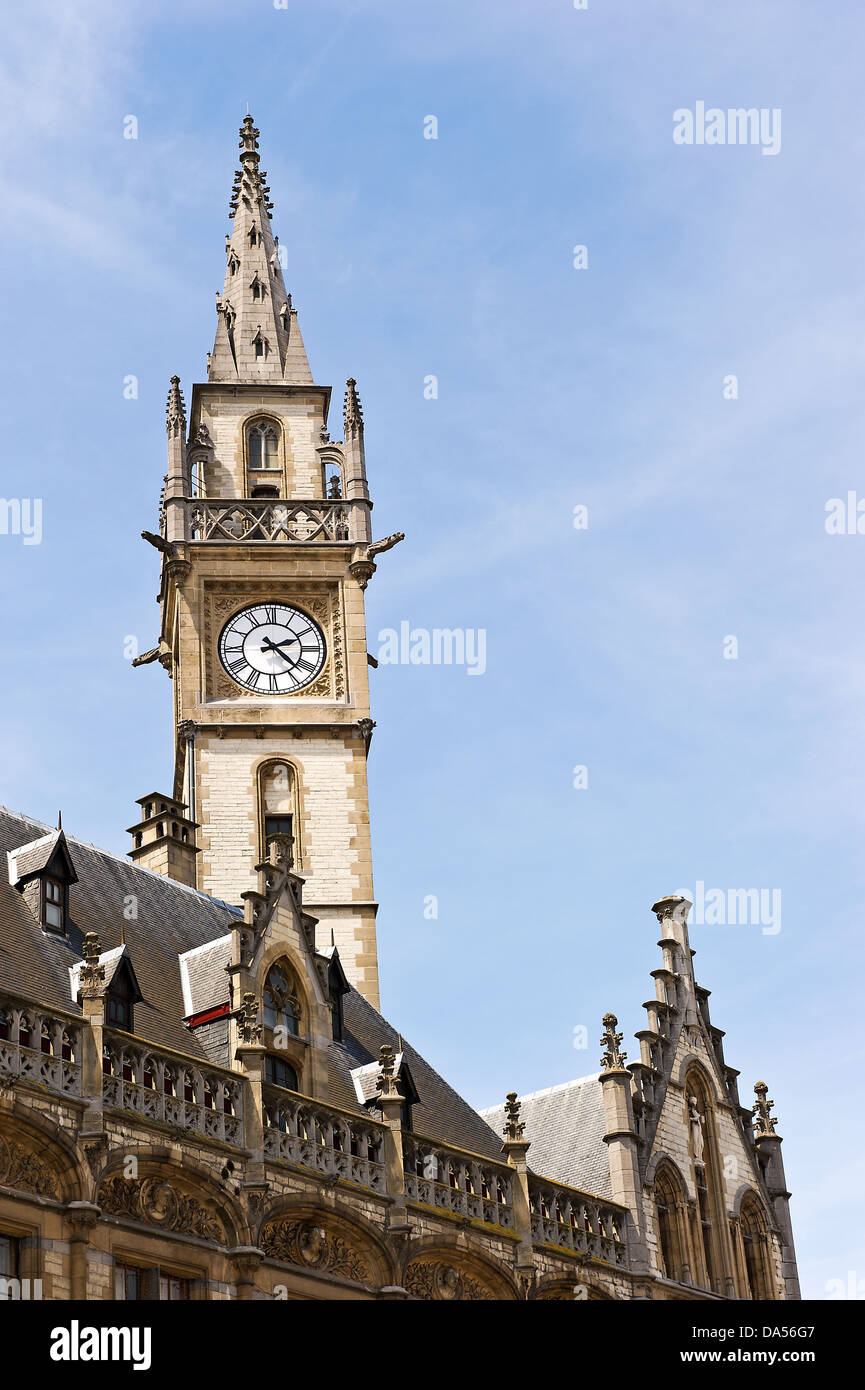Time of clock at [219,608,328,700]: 2:22
